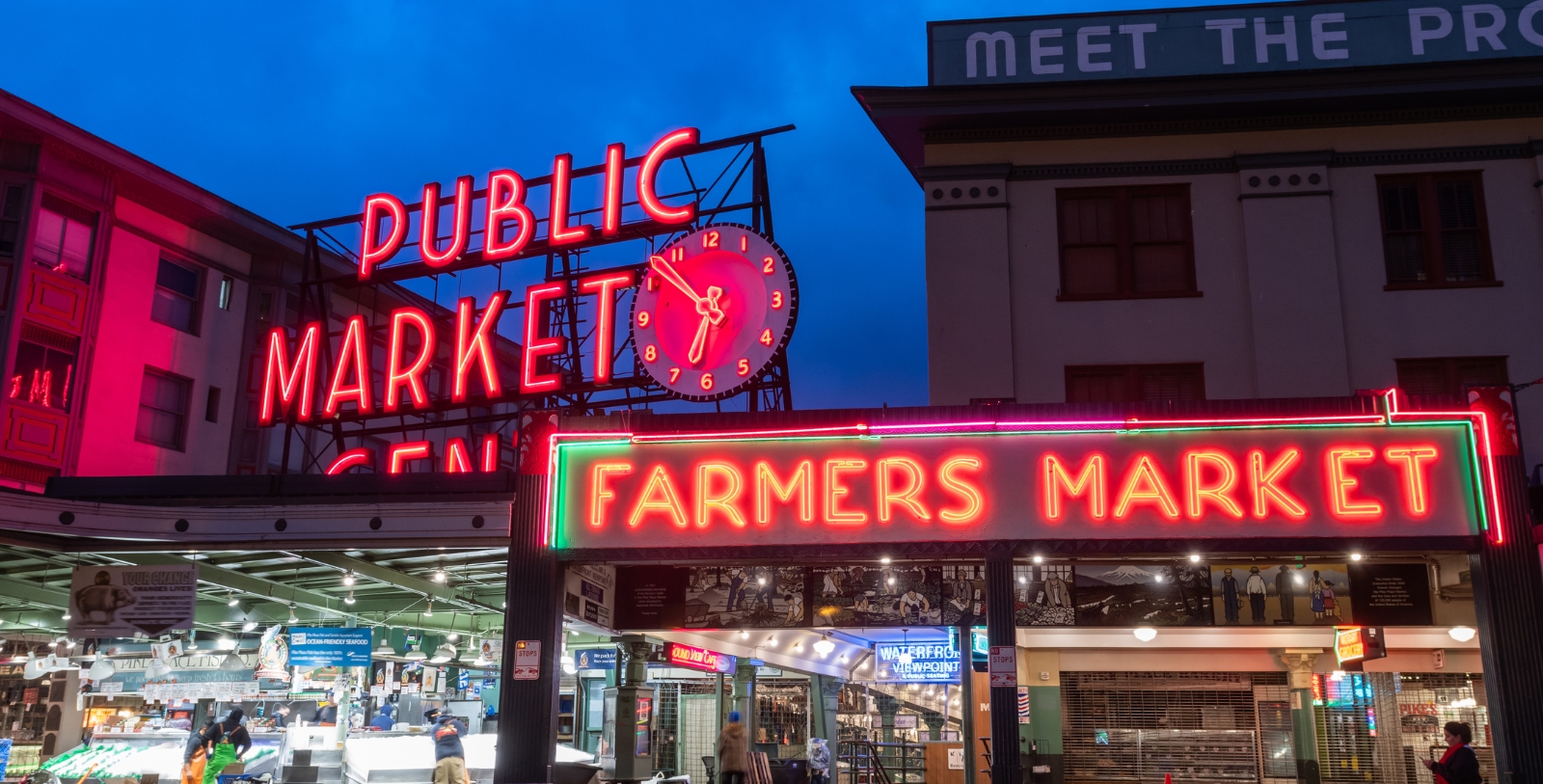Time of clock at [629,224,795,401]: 6:52
